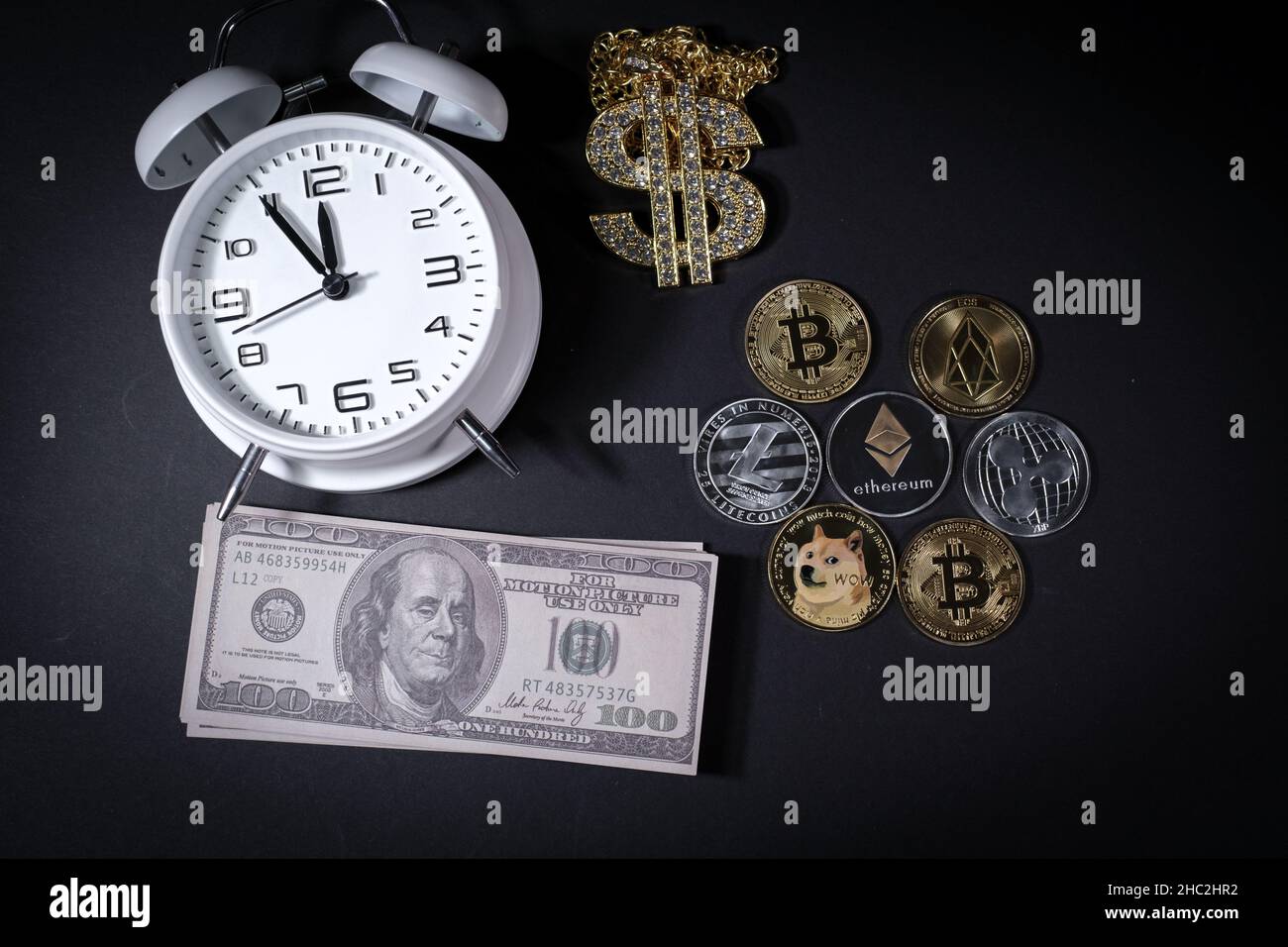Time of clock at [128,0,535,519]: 11:54
